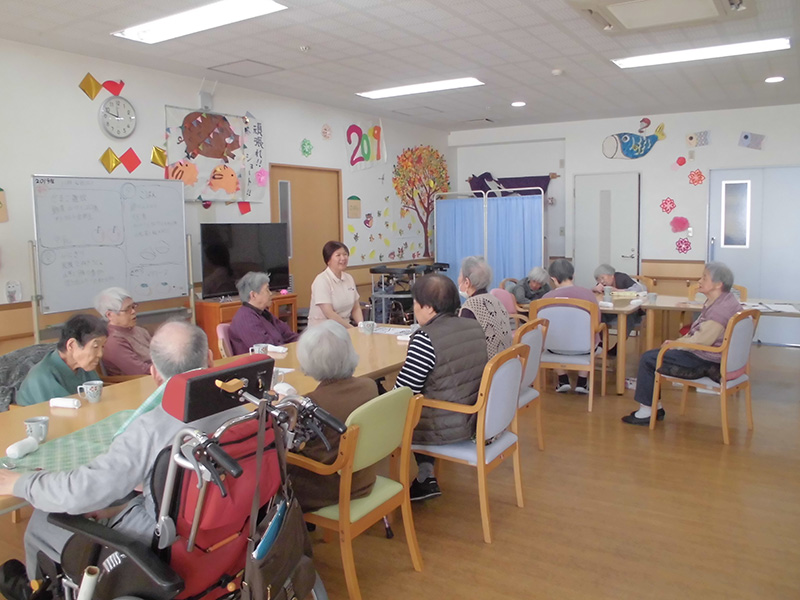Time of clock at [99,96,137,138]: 11:47
